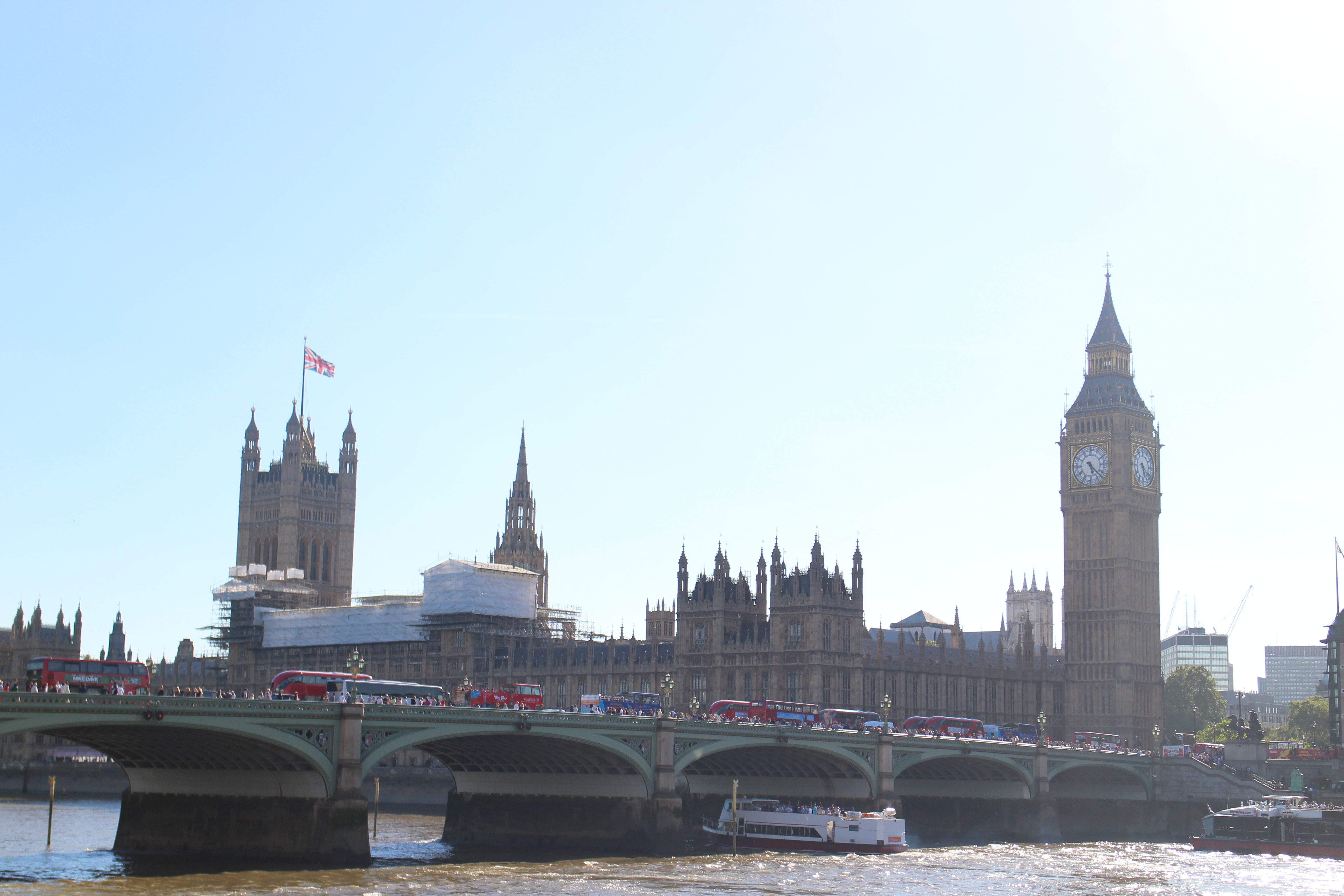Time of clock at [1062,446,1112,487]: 5:22
